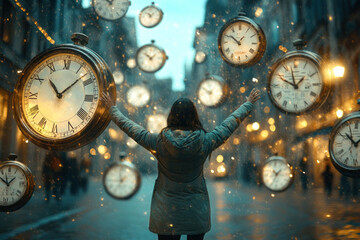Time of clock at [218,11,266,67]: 12:51
